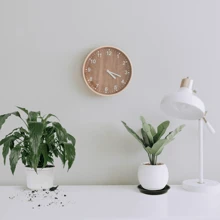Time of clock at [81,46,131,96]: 4:18
